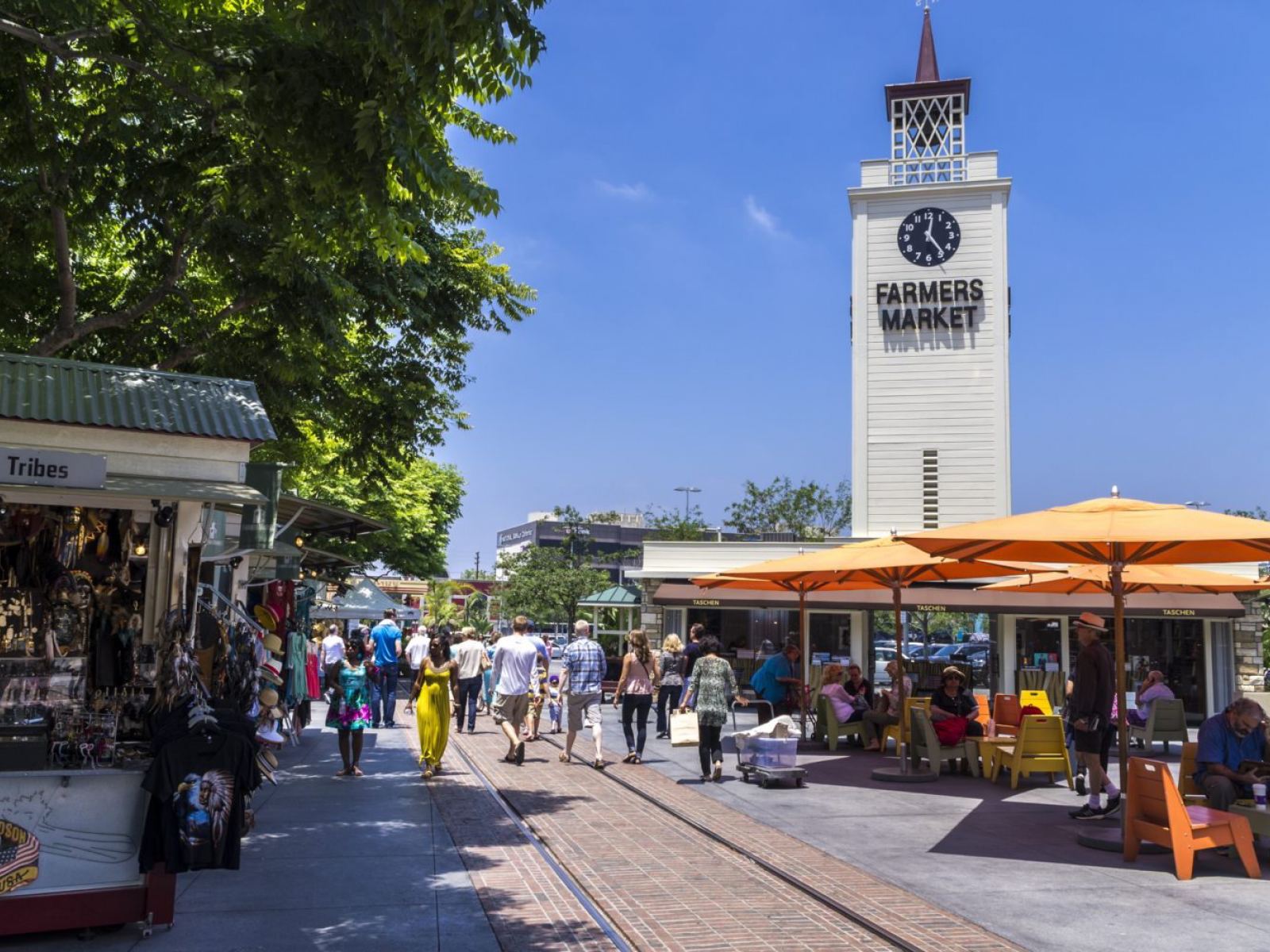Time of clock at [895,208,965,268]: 12:23
